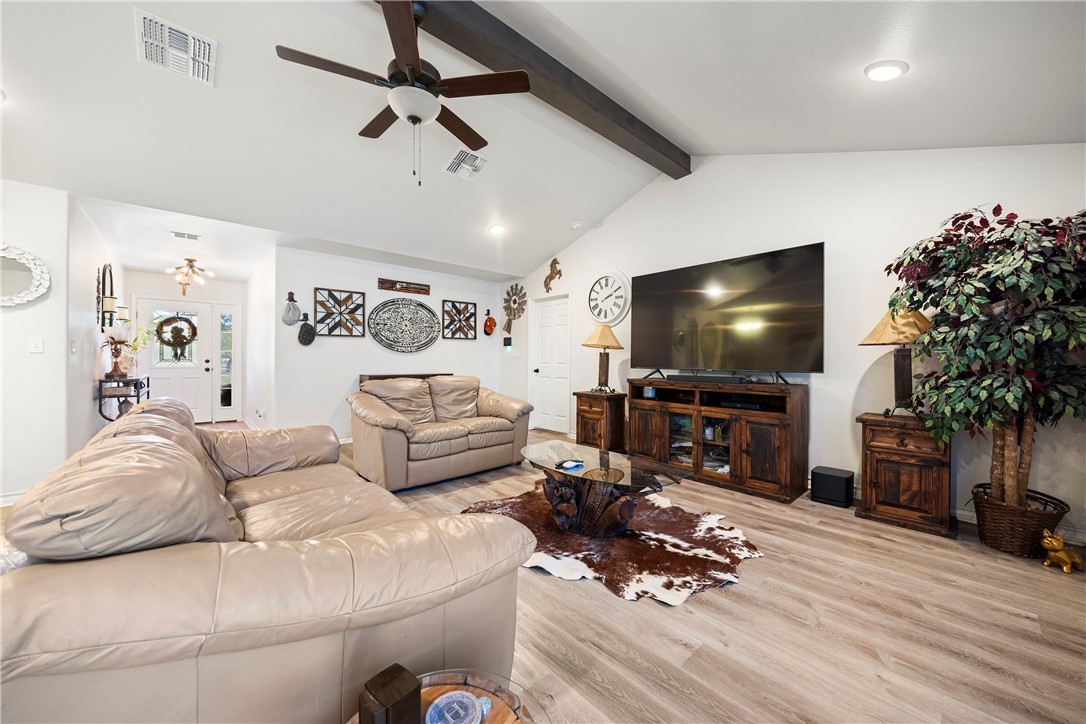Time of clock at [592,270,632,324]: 2:09
